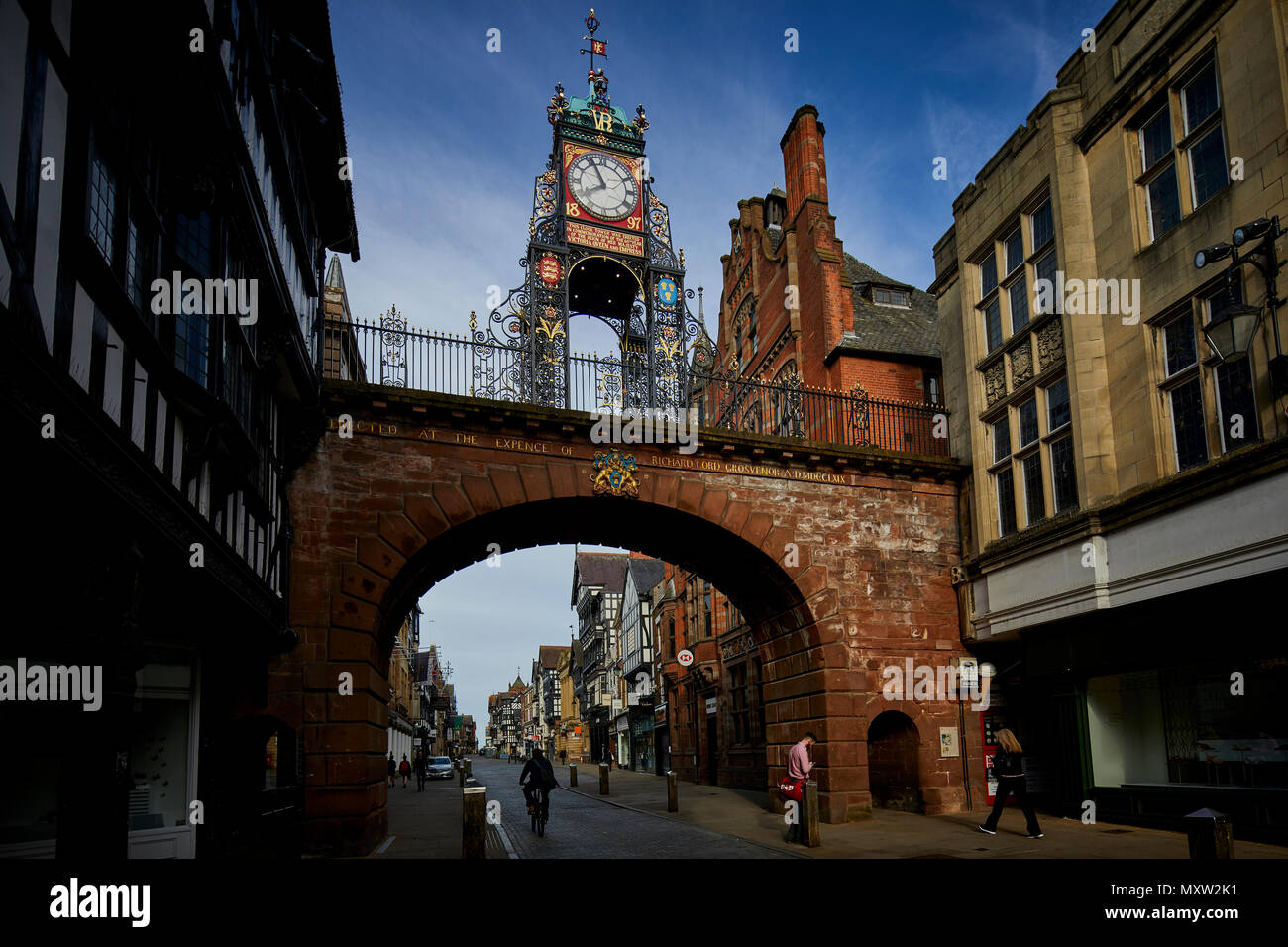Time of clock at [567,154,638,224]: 7:55
